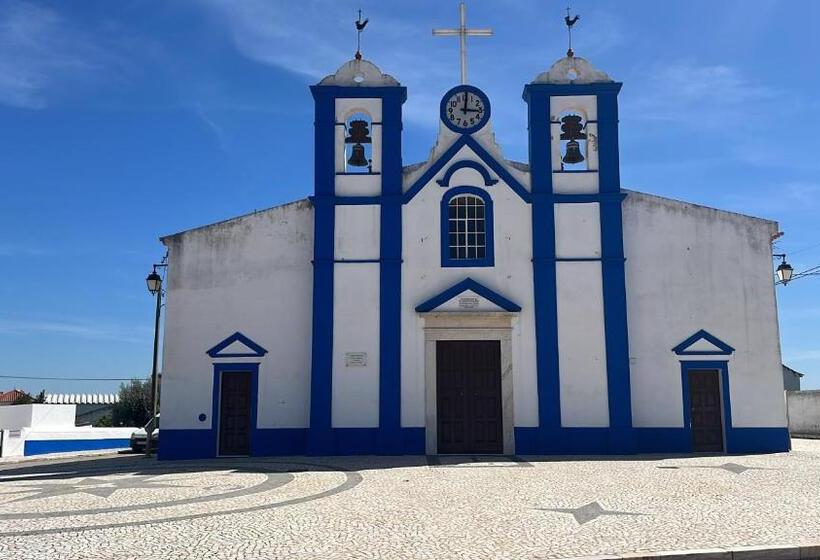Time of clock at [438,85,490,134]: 3:00
